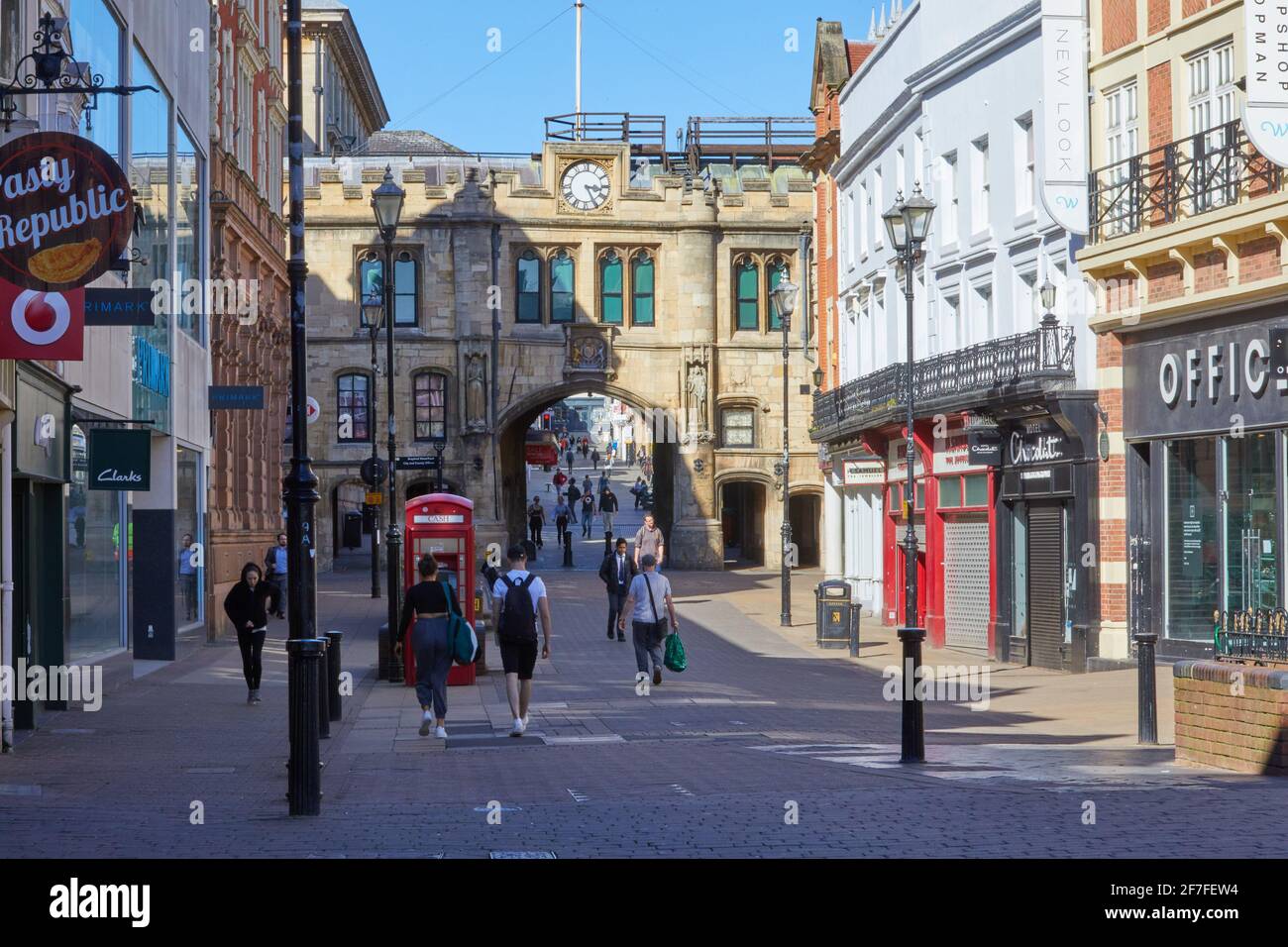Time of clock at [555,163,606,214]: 3:25
